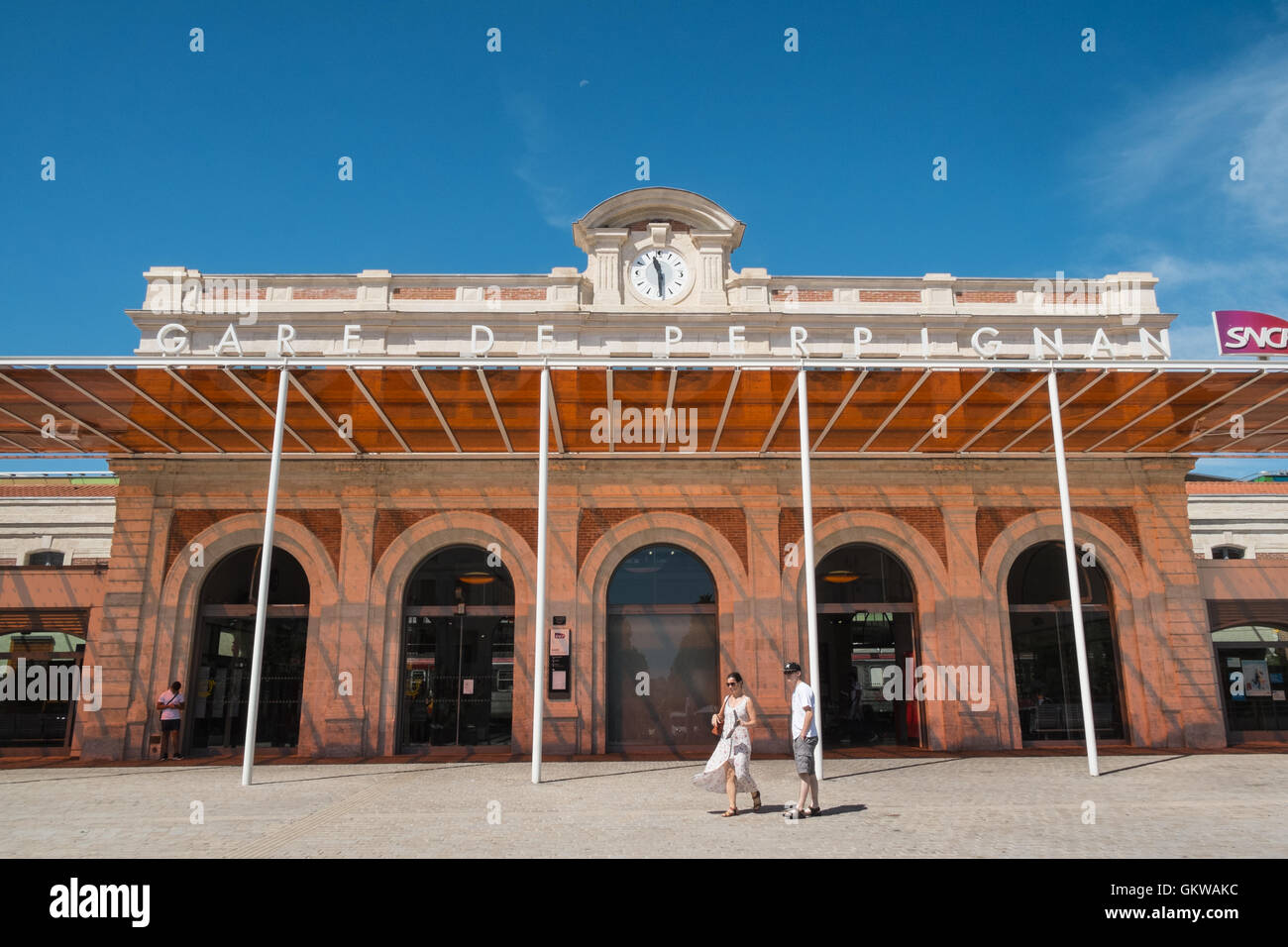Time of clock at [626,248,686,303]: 11:29
